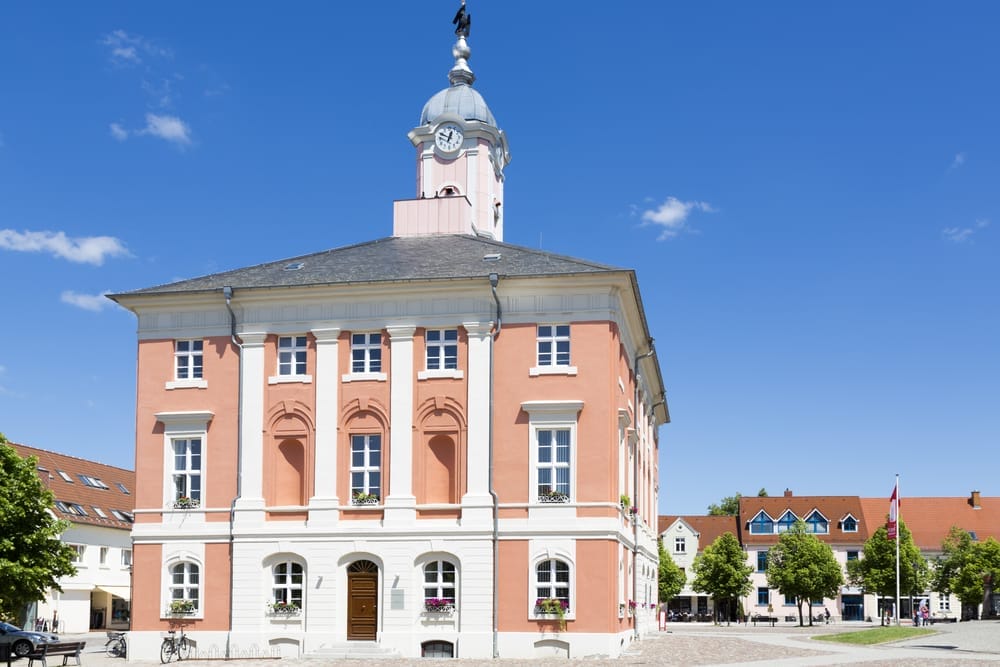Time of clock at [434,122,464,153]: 12:49
